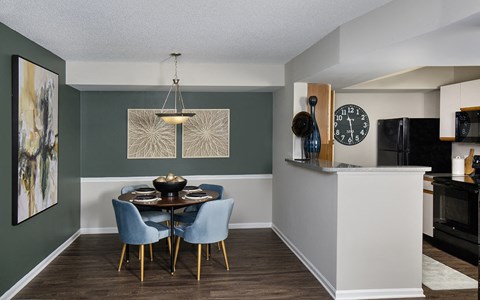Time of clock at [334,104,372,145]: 11:28
